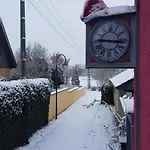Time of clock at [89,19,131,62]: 9:16
